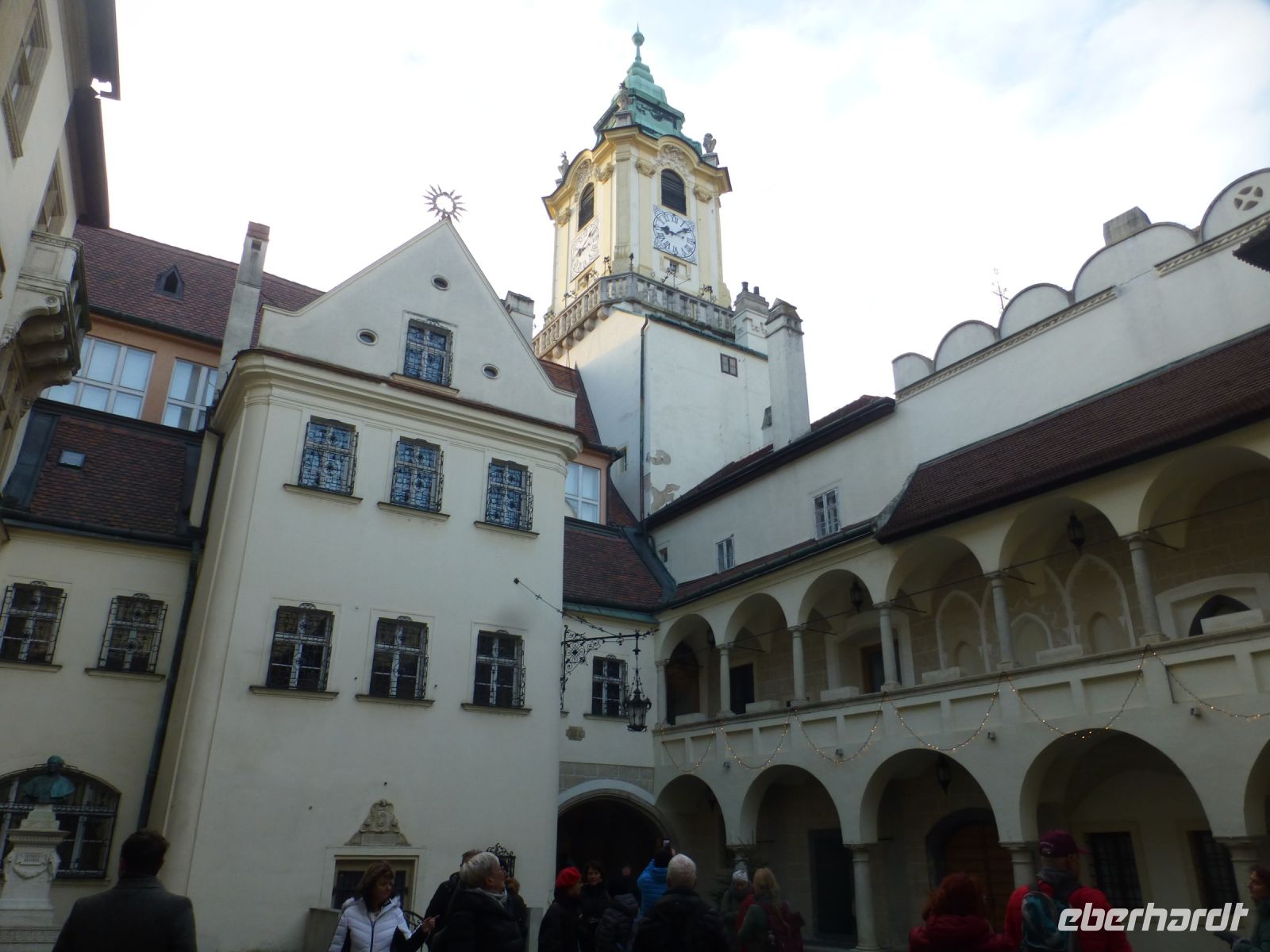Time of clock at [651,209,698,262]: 9:08
